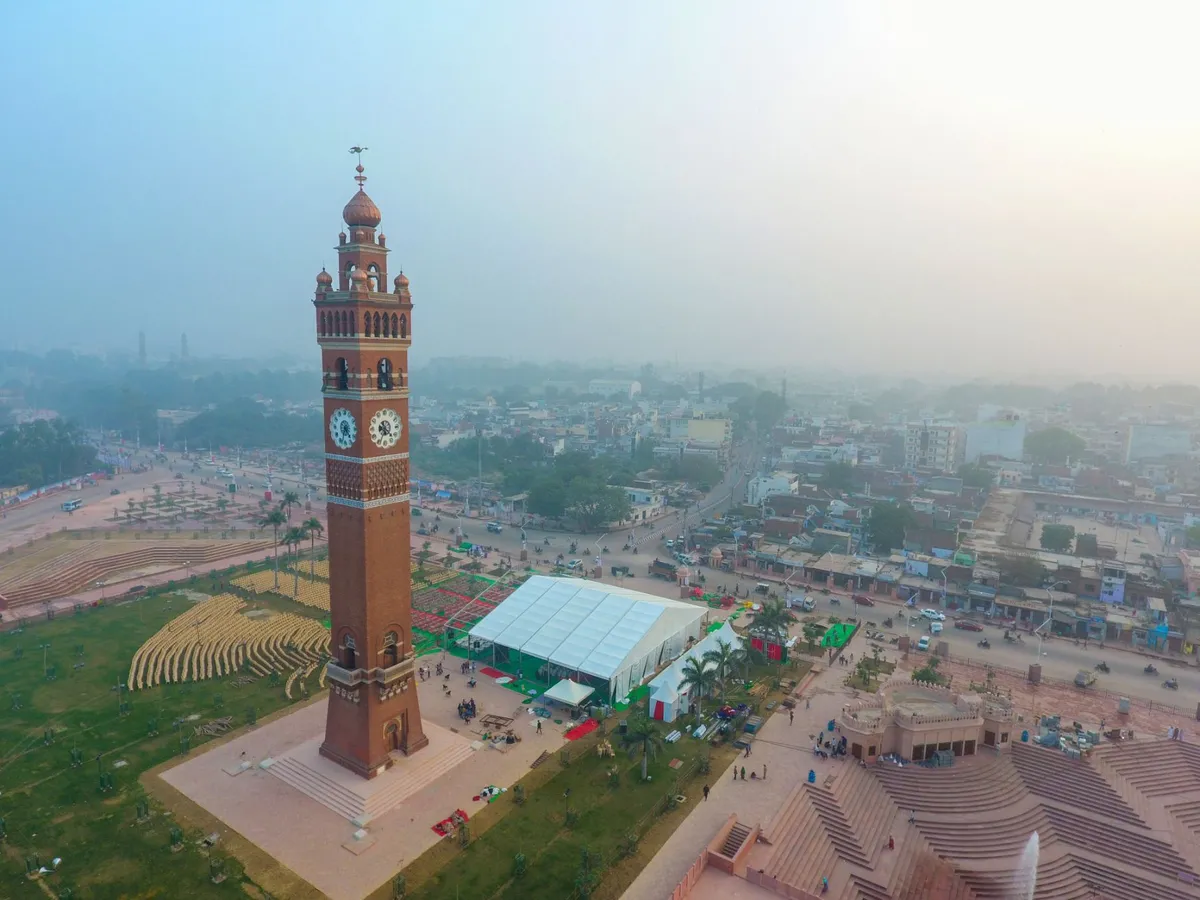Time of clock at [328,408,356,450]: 4:33
